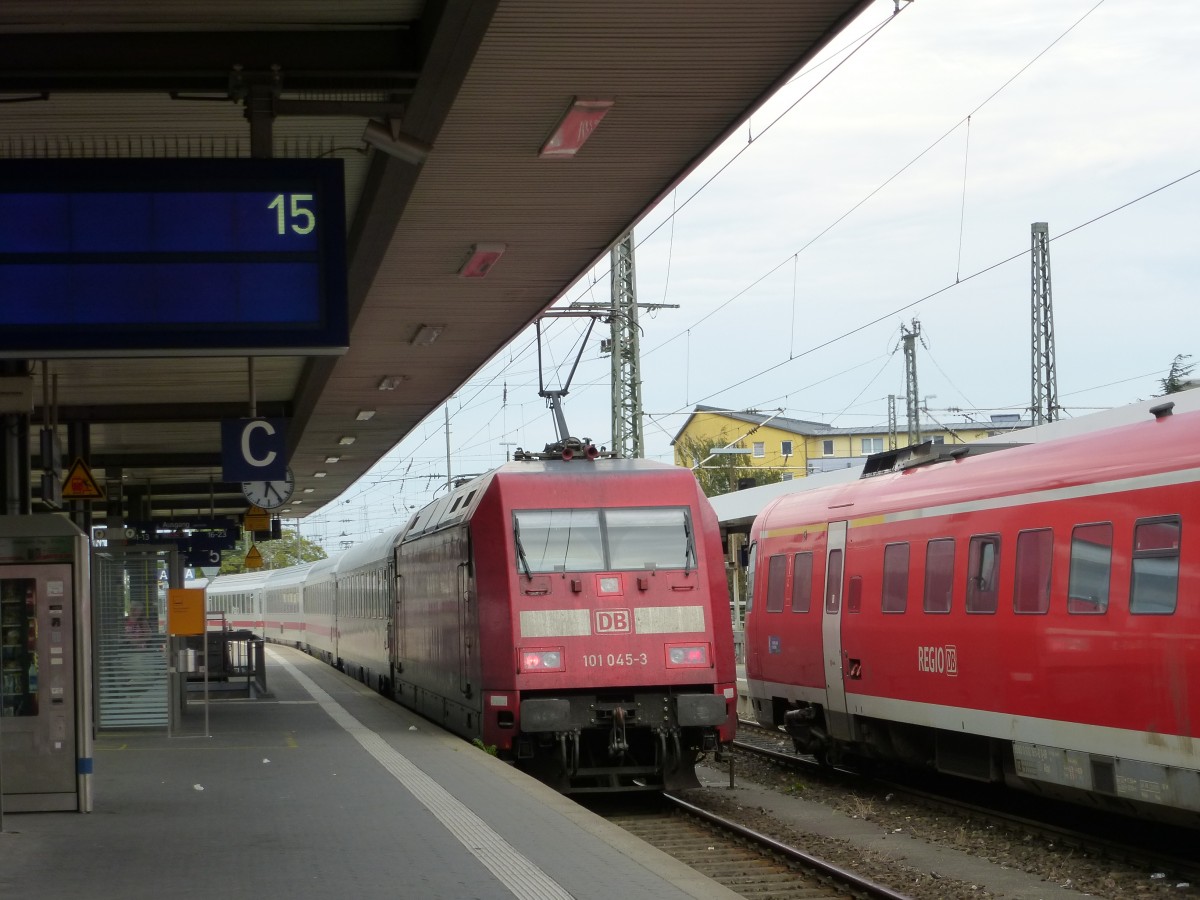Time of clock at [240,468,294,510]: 6:24
